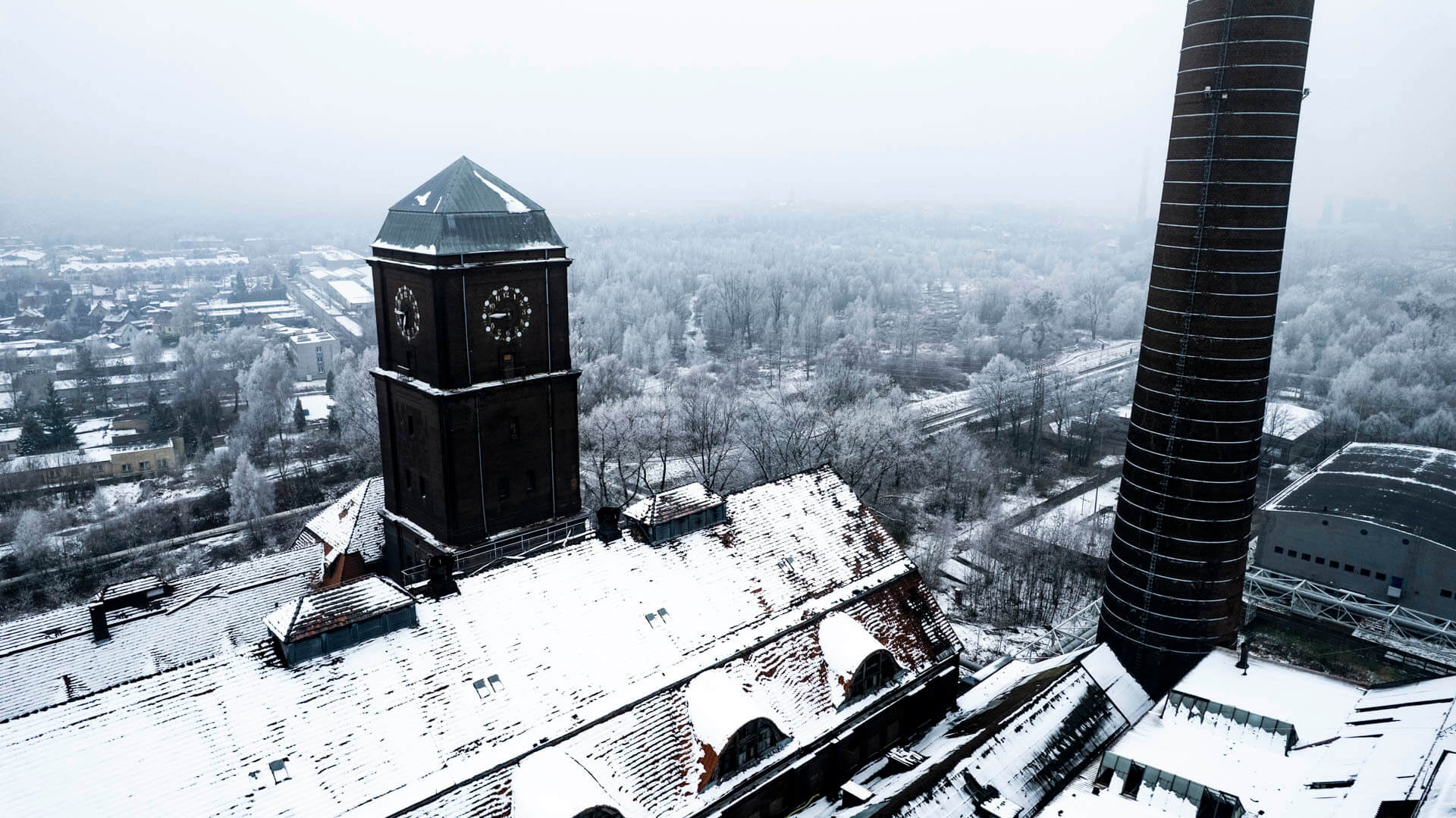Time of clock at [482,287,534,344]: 8:45
